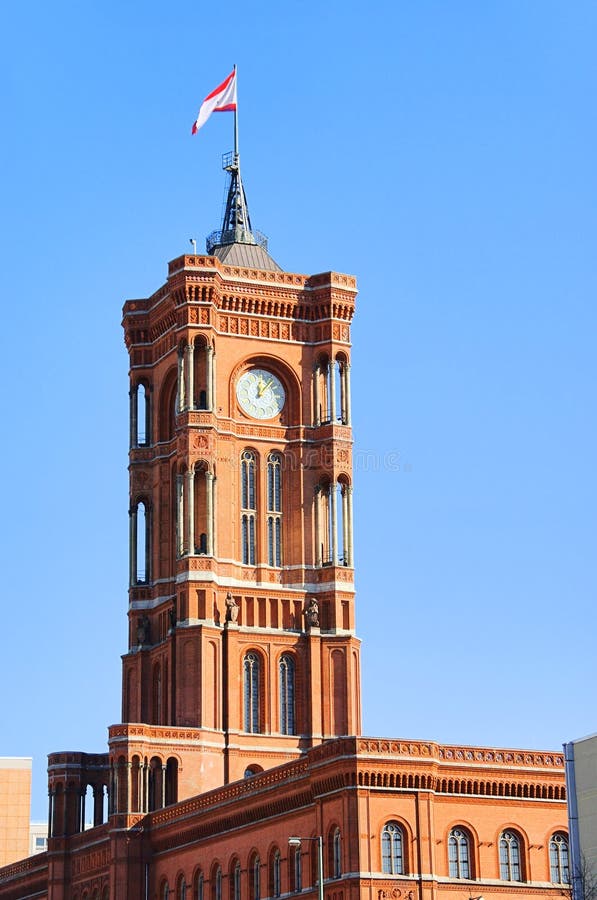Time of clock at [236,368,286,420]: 12:06
